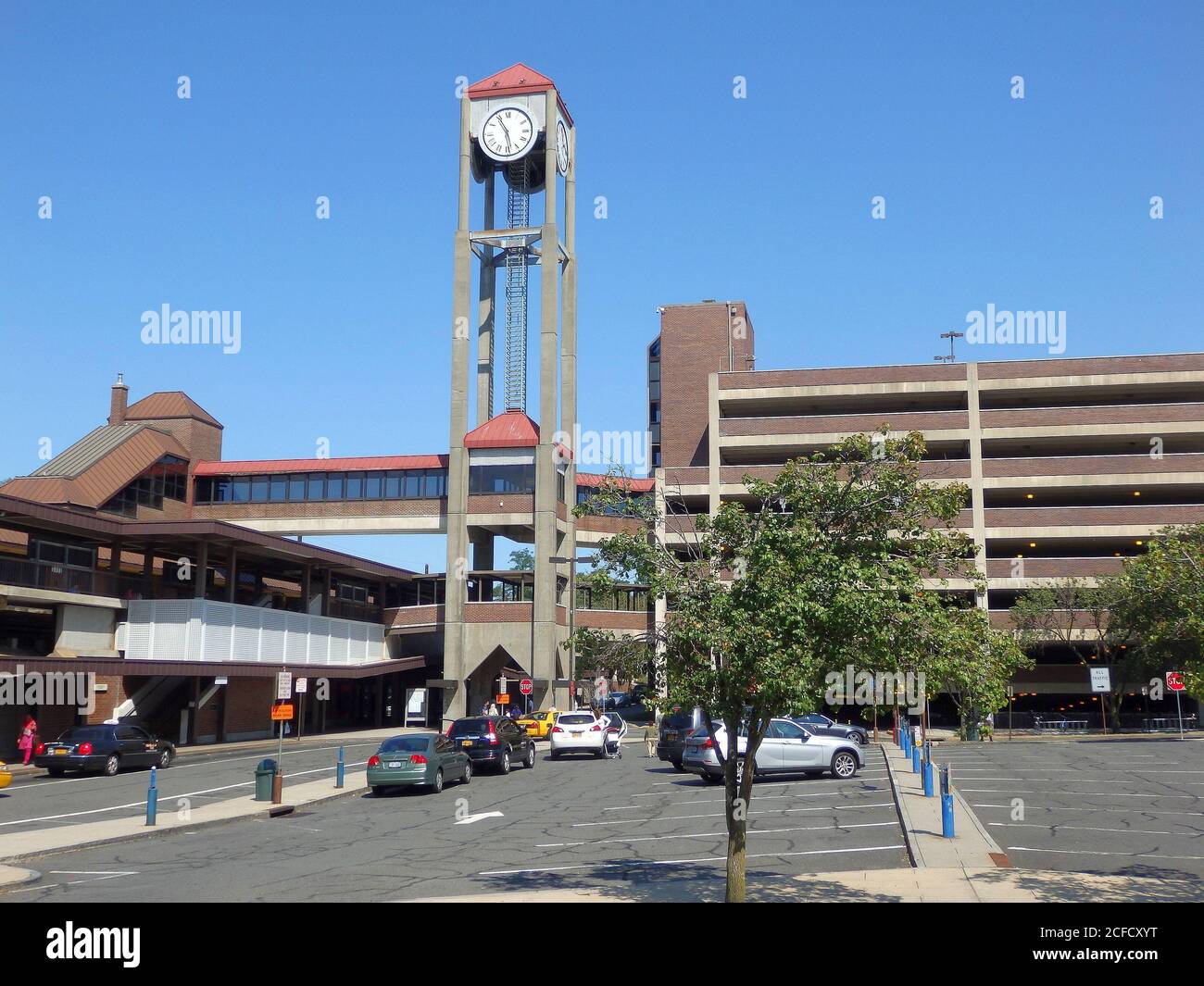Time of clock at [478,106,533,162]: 5:54
